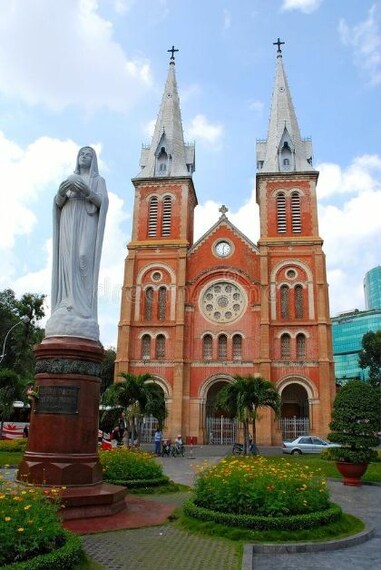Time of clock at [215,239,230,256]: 12:28
